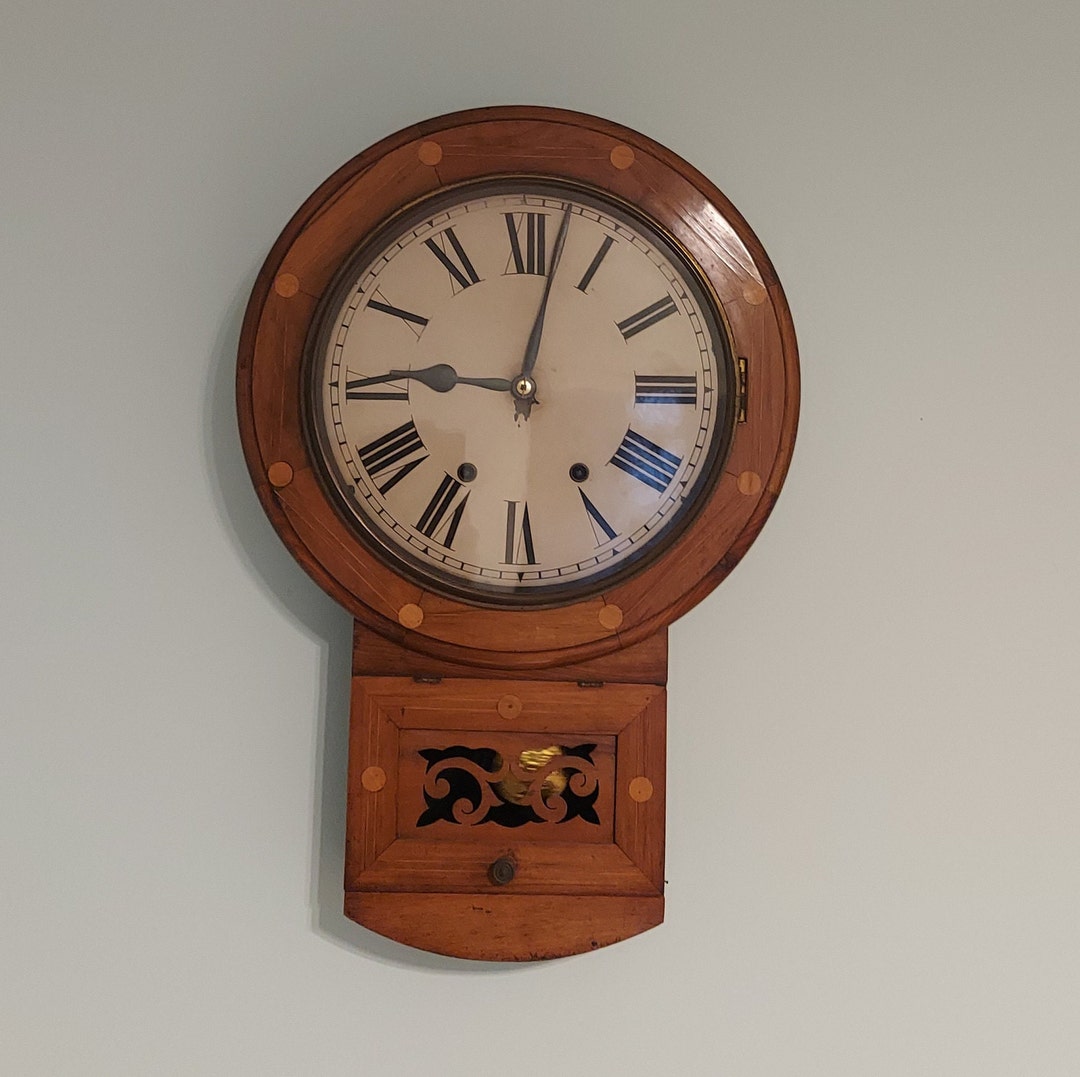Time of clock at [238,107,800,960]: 9:01
